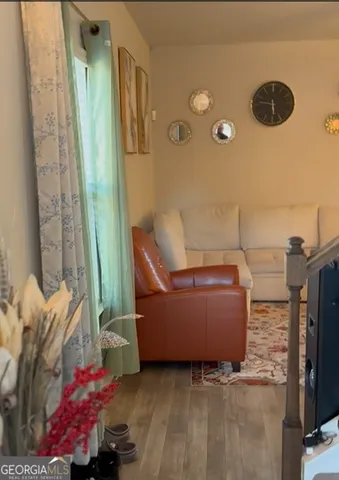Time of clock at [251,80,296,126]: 5:46
